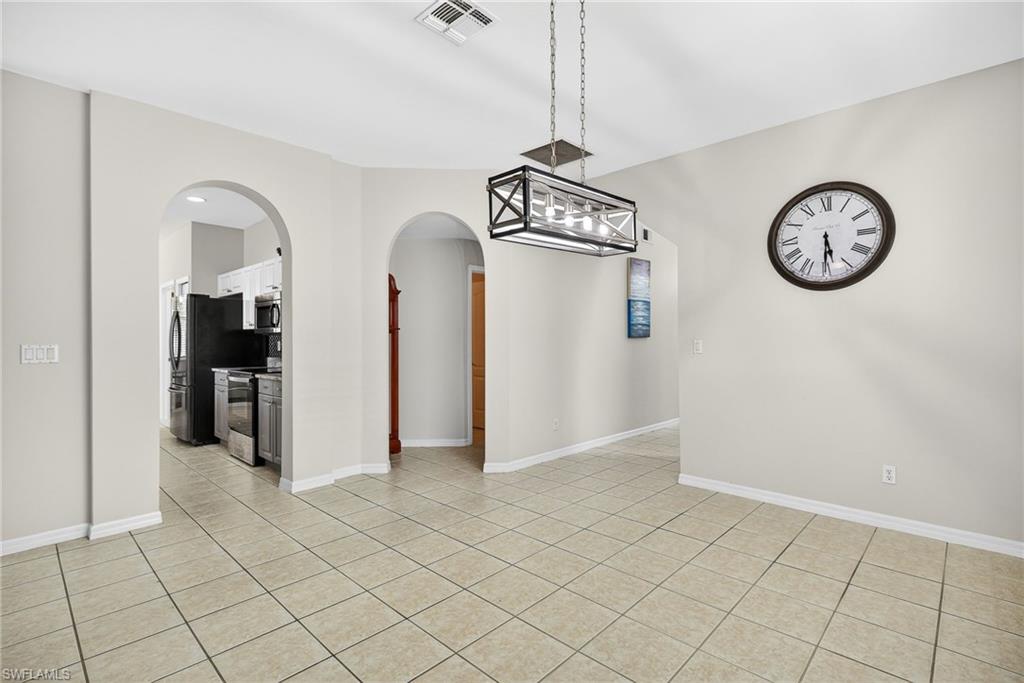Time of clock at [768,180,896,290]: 5:29
